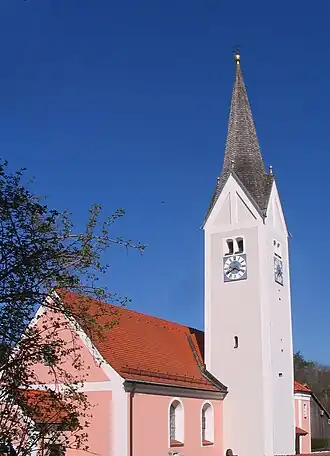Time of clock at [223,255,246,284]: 3:40
